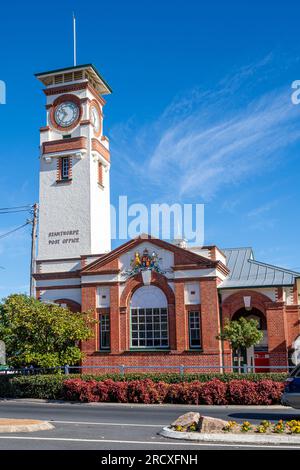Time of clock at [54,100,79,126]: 10:36
